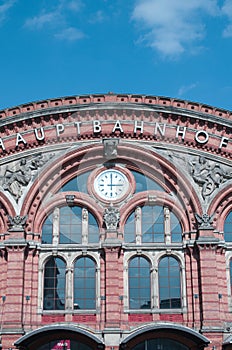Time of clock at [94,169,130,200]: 3:00
